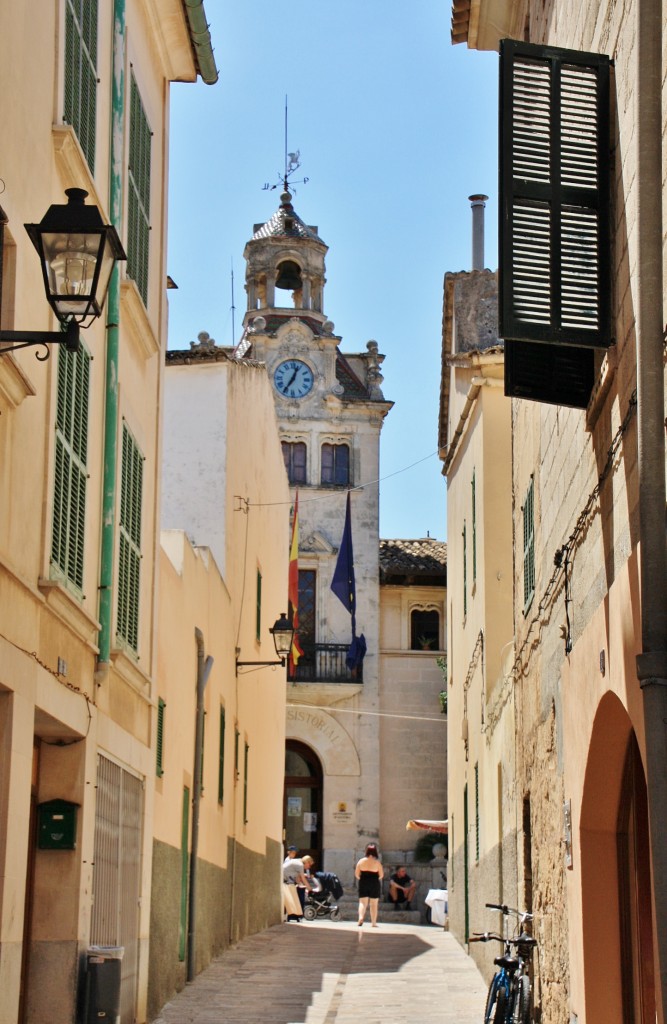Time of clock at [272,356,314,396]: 7:03
